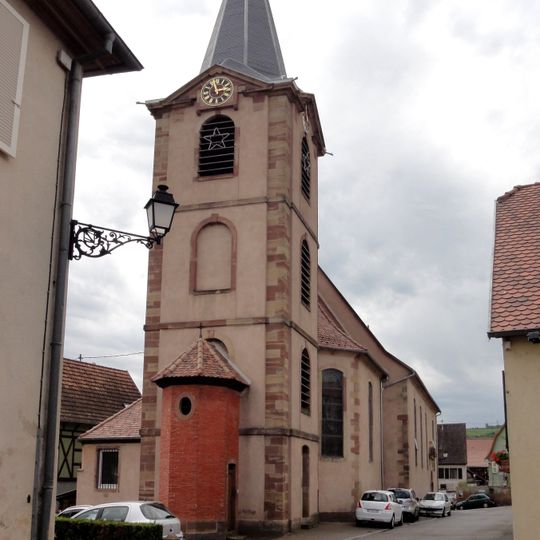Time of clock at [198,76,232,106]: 11:13
